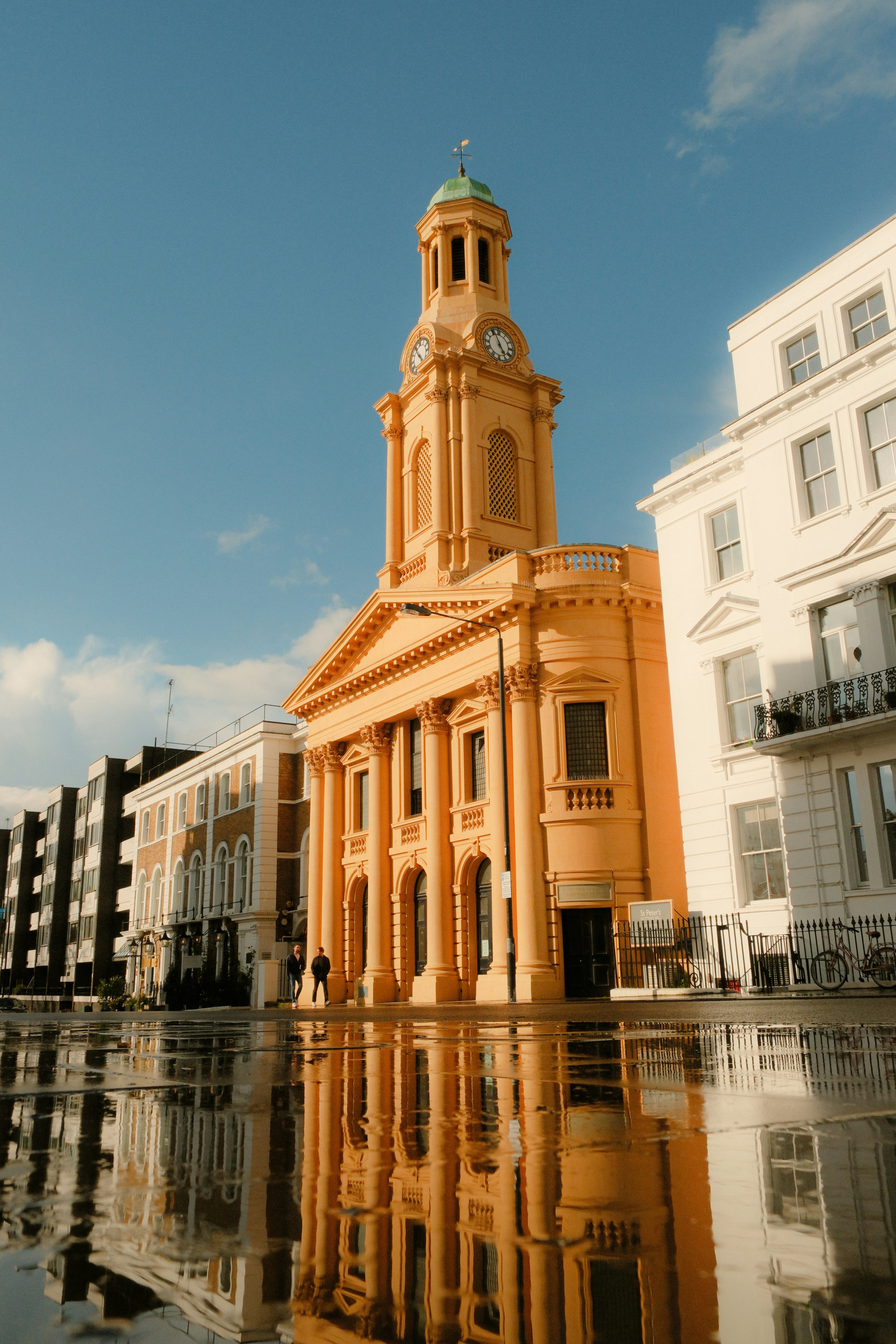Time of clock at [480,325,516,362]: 4:56
